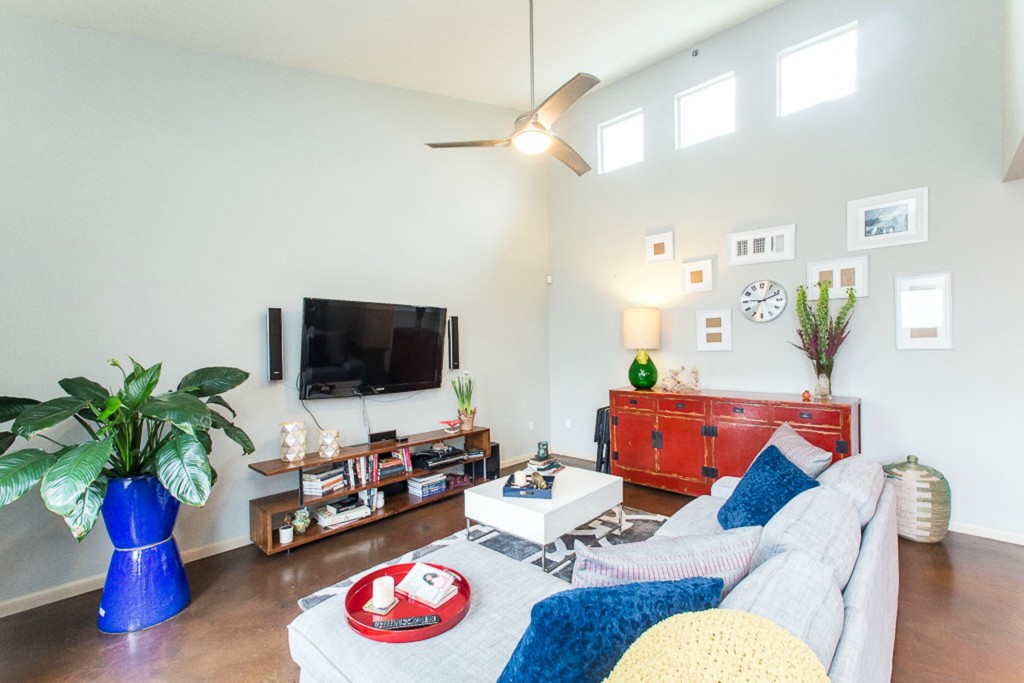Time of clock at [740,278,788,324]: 9:11
